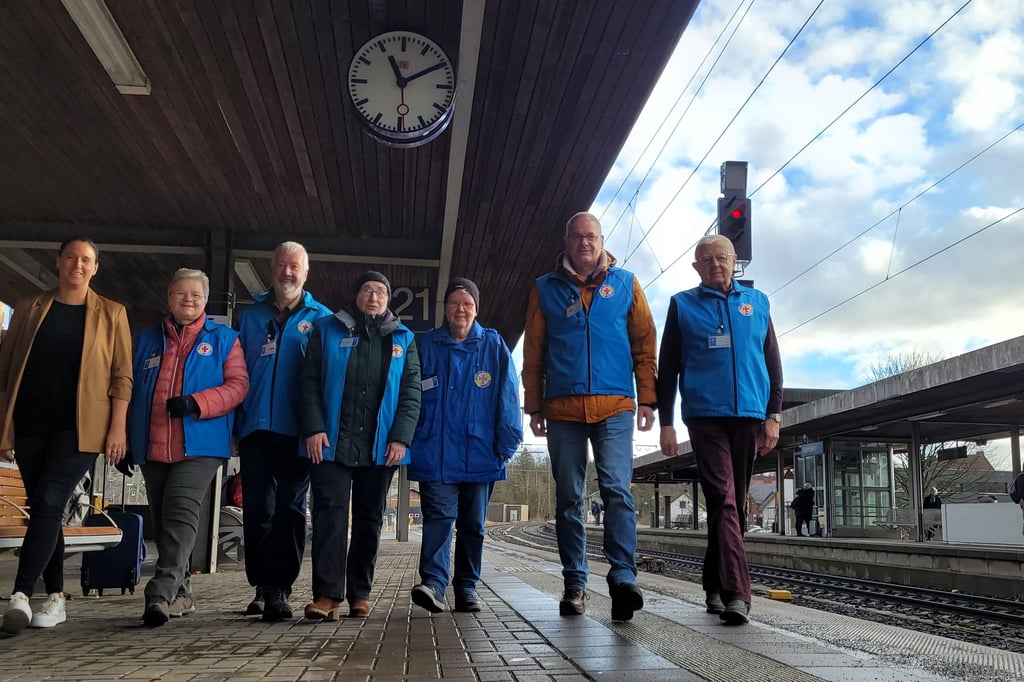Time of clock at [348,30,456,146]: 11:09
